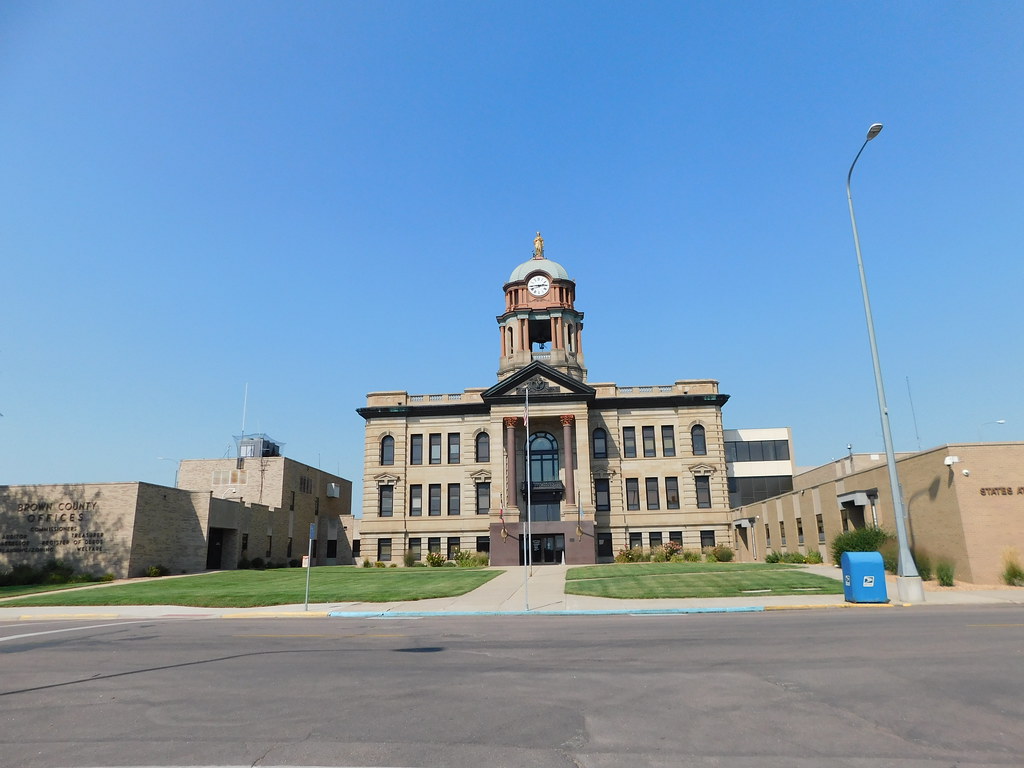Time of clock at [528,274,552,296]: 2:45
